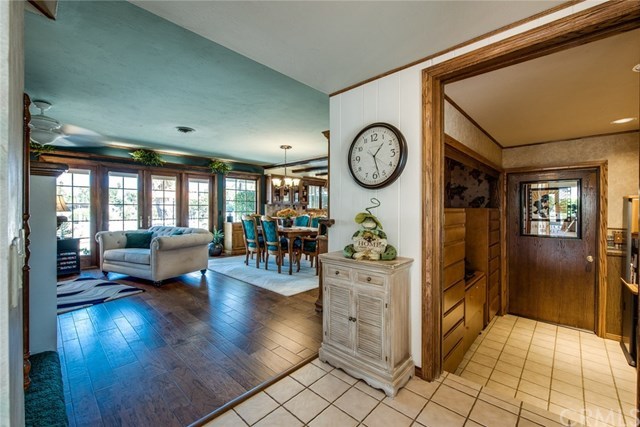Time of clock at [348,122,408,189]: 1:27
